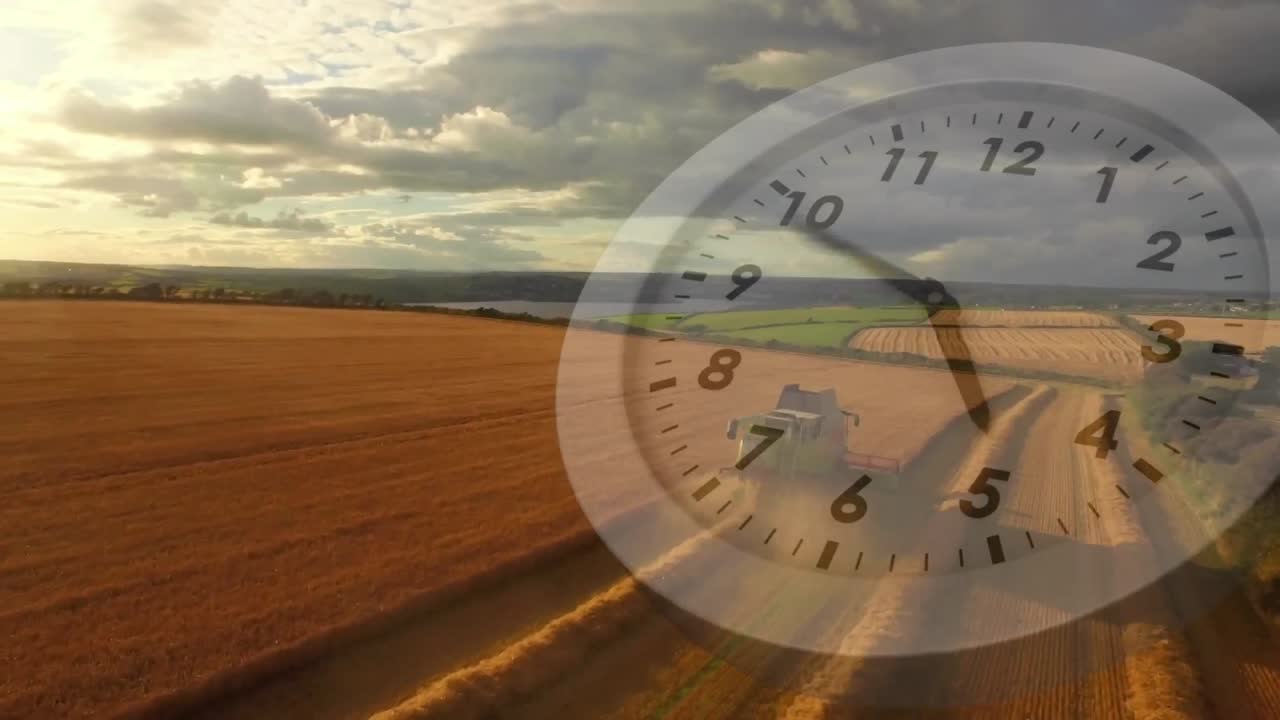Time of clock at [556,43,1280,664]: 4:49
